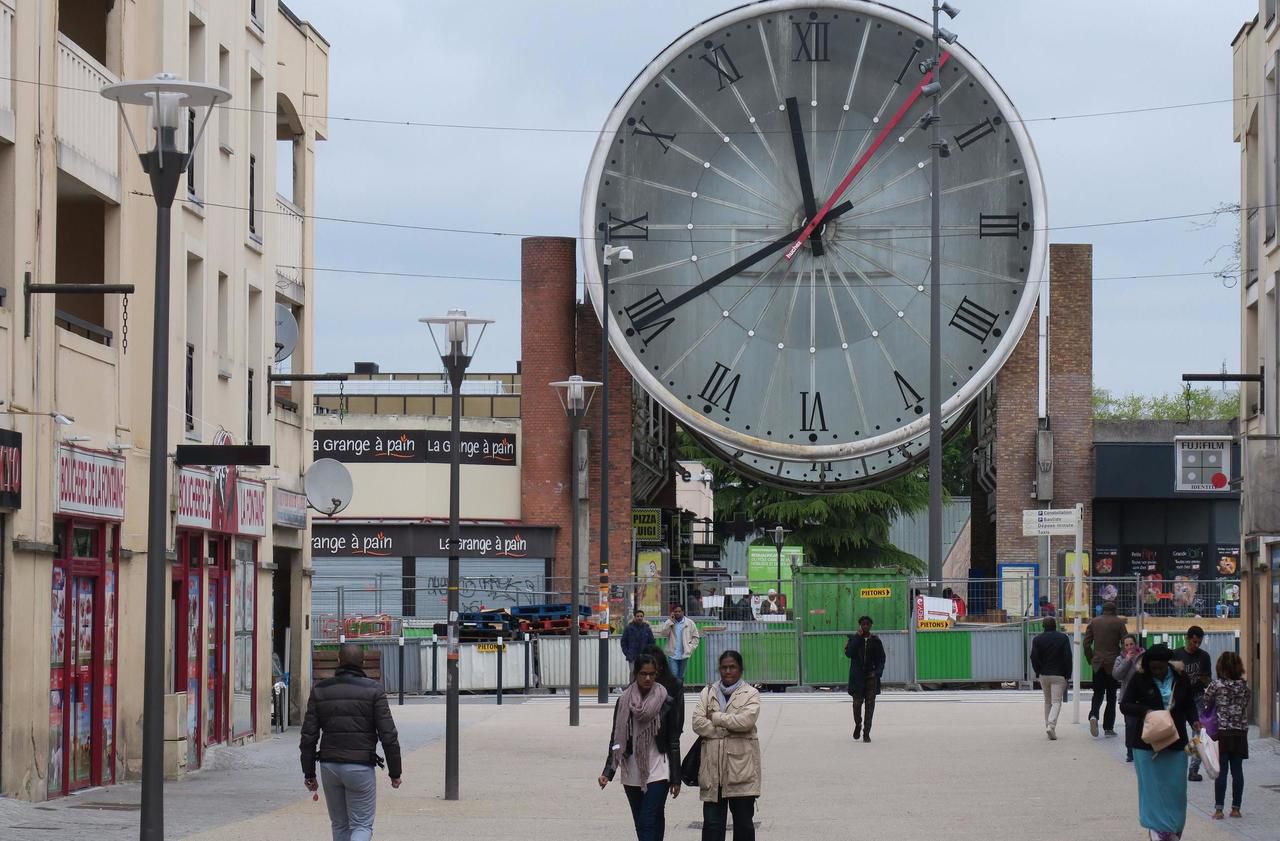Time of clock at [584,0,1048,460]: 11:40
